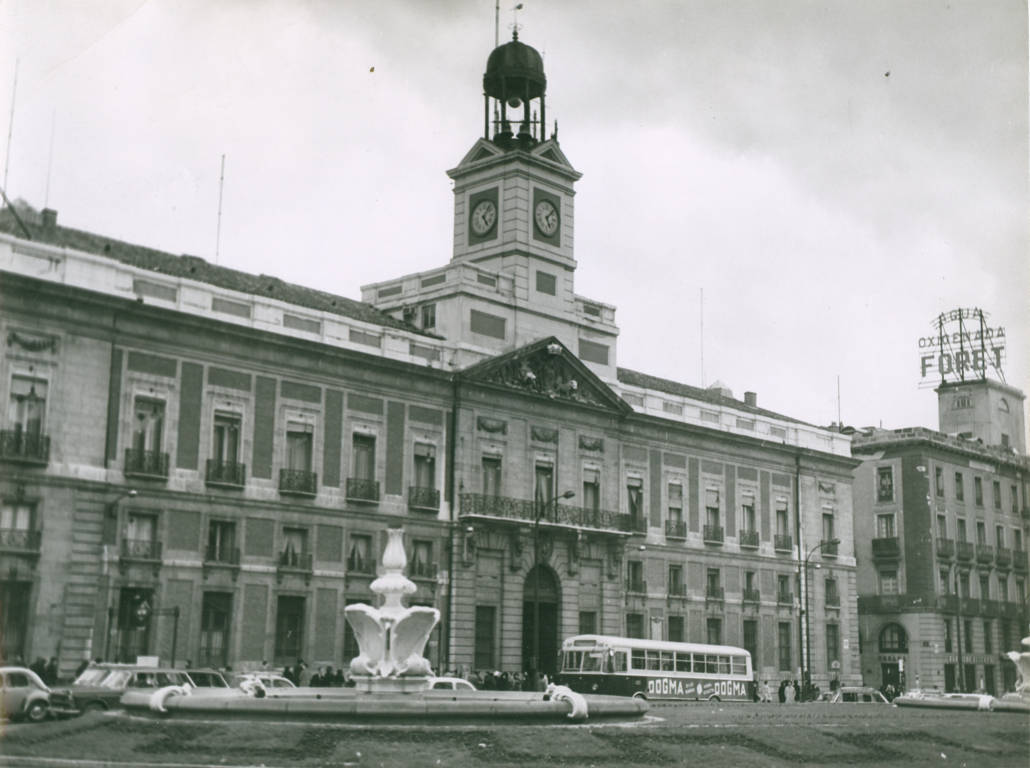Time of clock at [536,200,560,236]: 5:07
